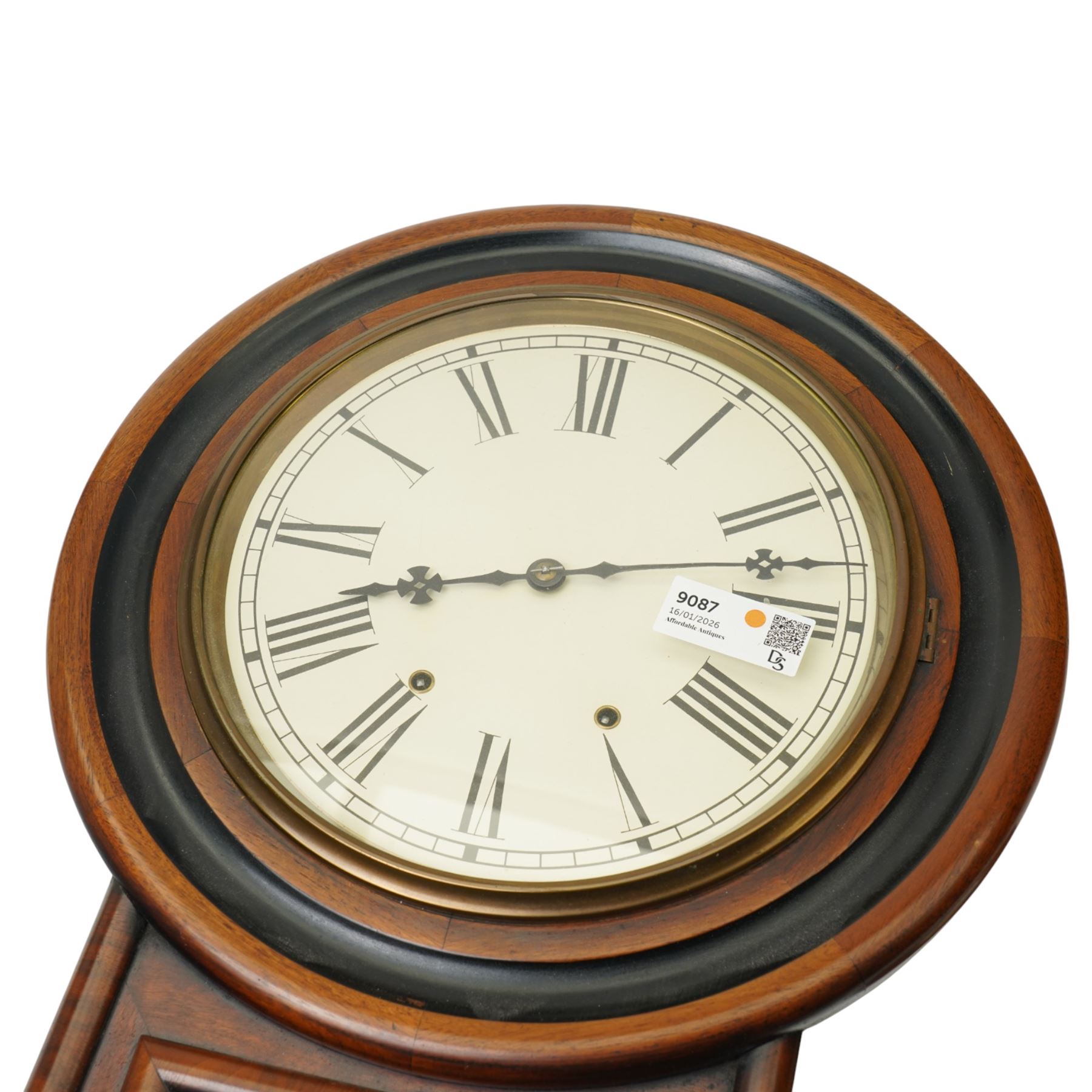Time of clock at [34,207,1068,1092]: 8:12
